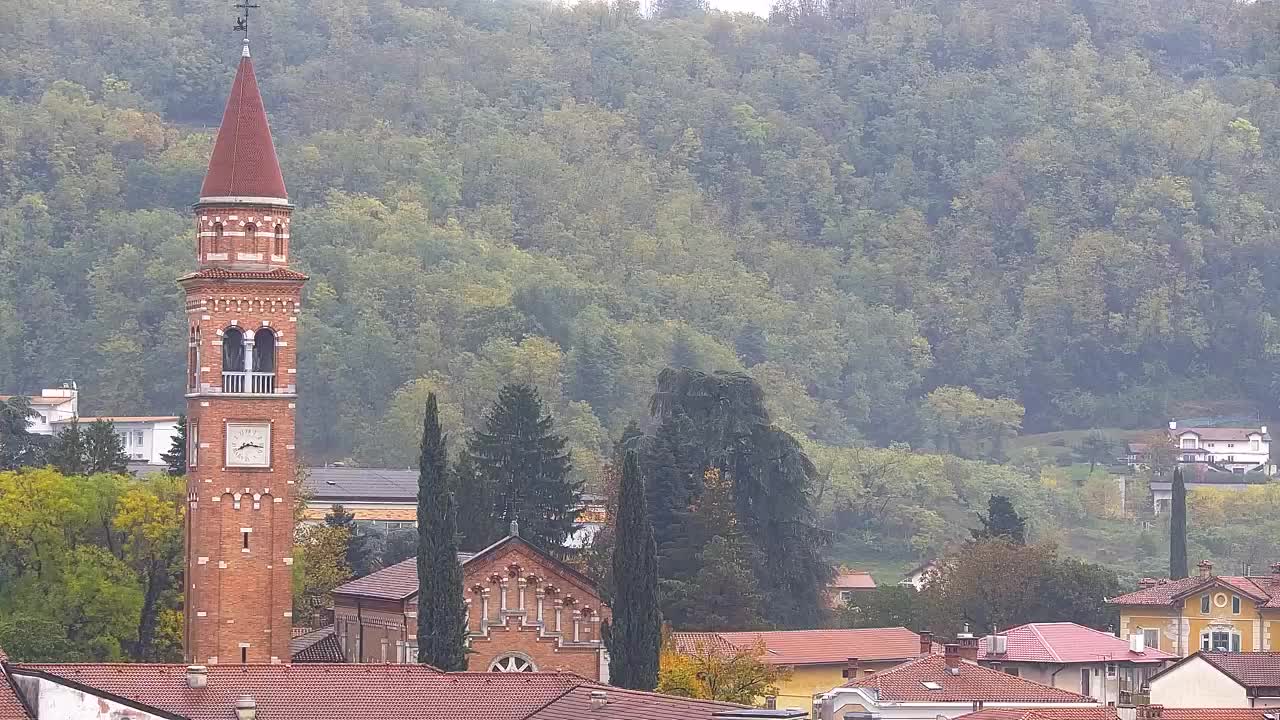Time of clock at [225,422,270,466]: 8:16
